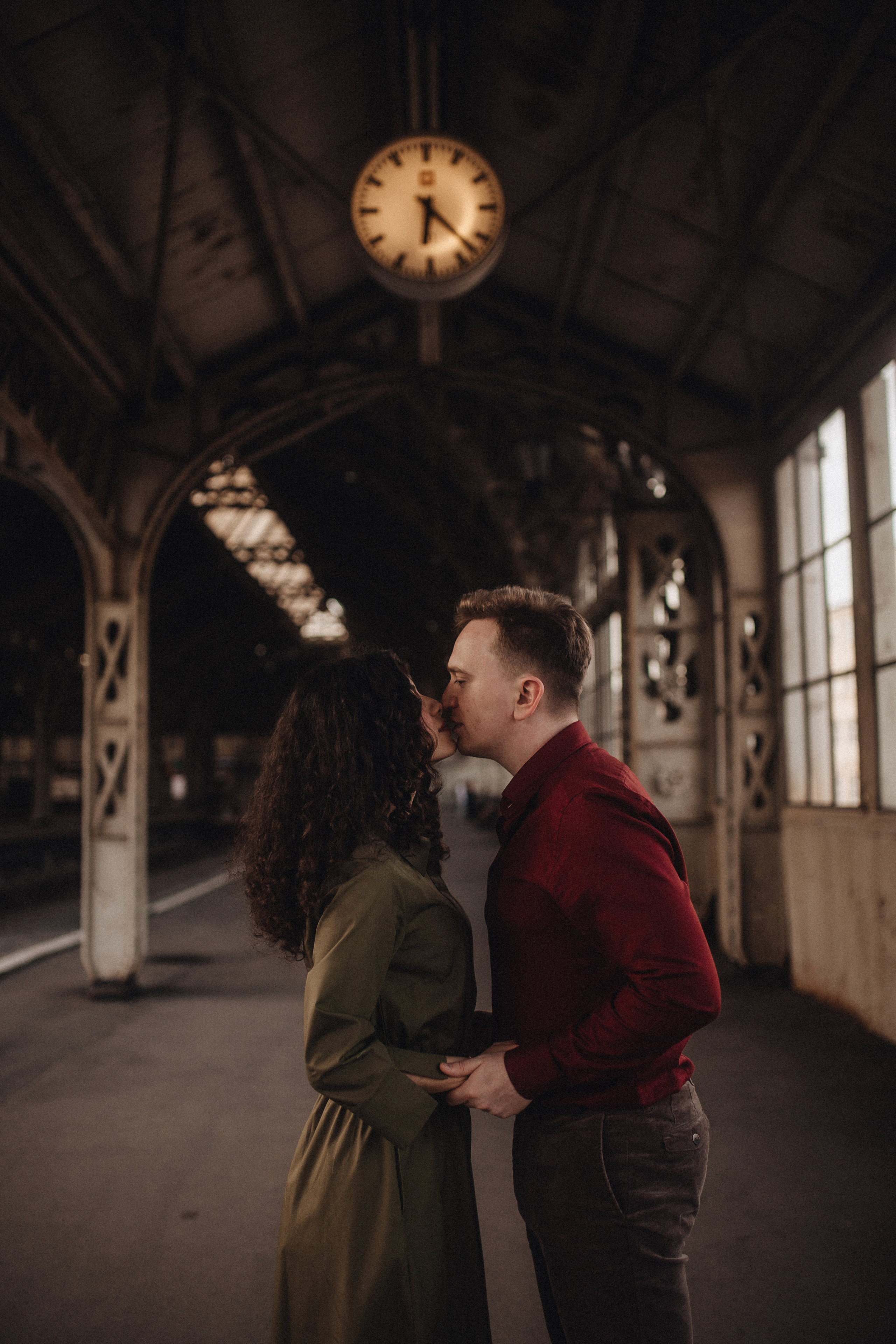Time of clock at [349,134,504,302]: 6:22
